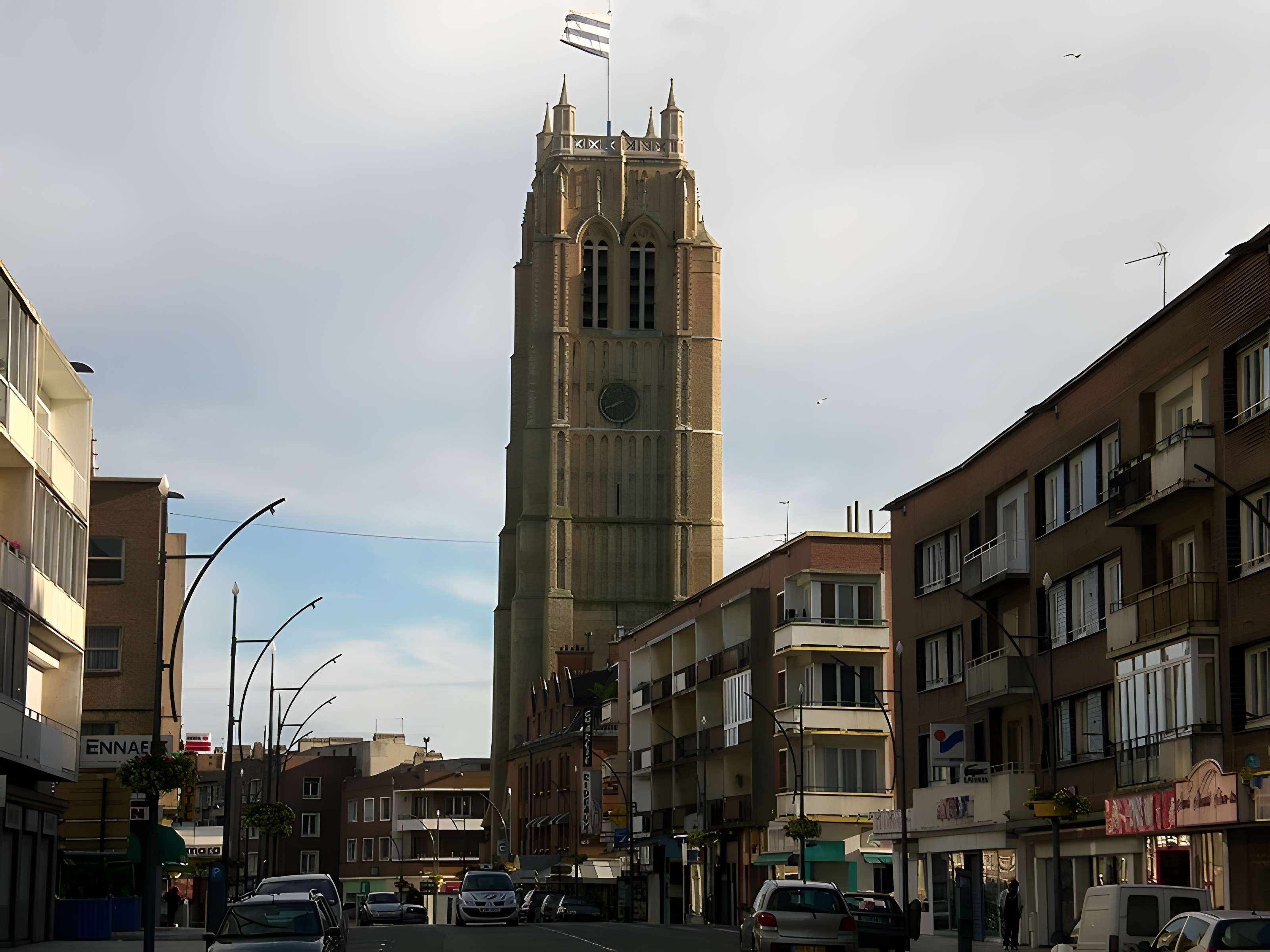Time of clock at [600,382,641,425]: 7:40
